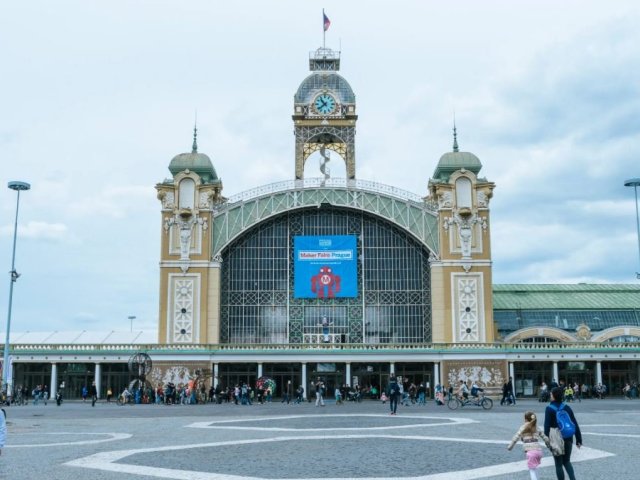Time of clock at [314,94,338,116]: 10:38
